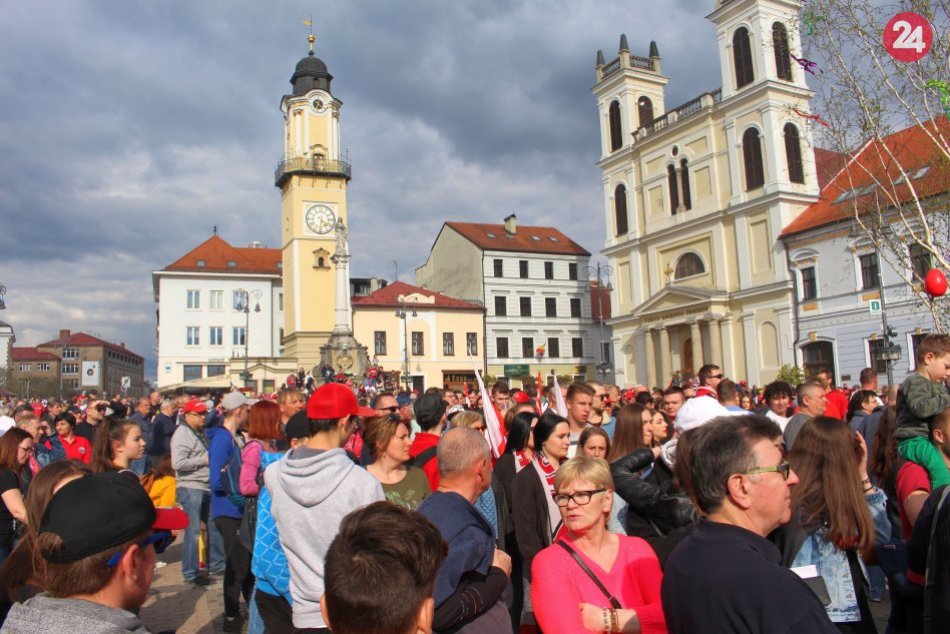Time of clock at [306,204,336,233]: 4:31
